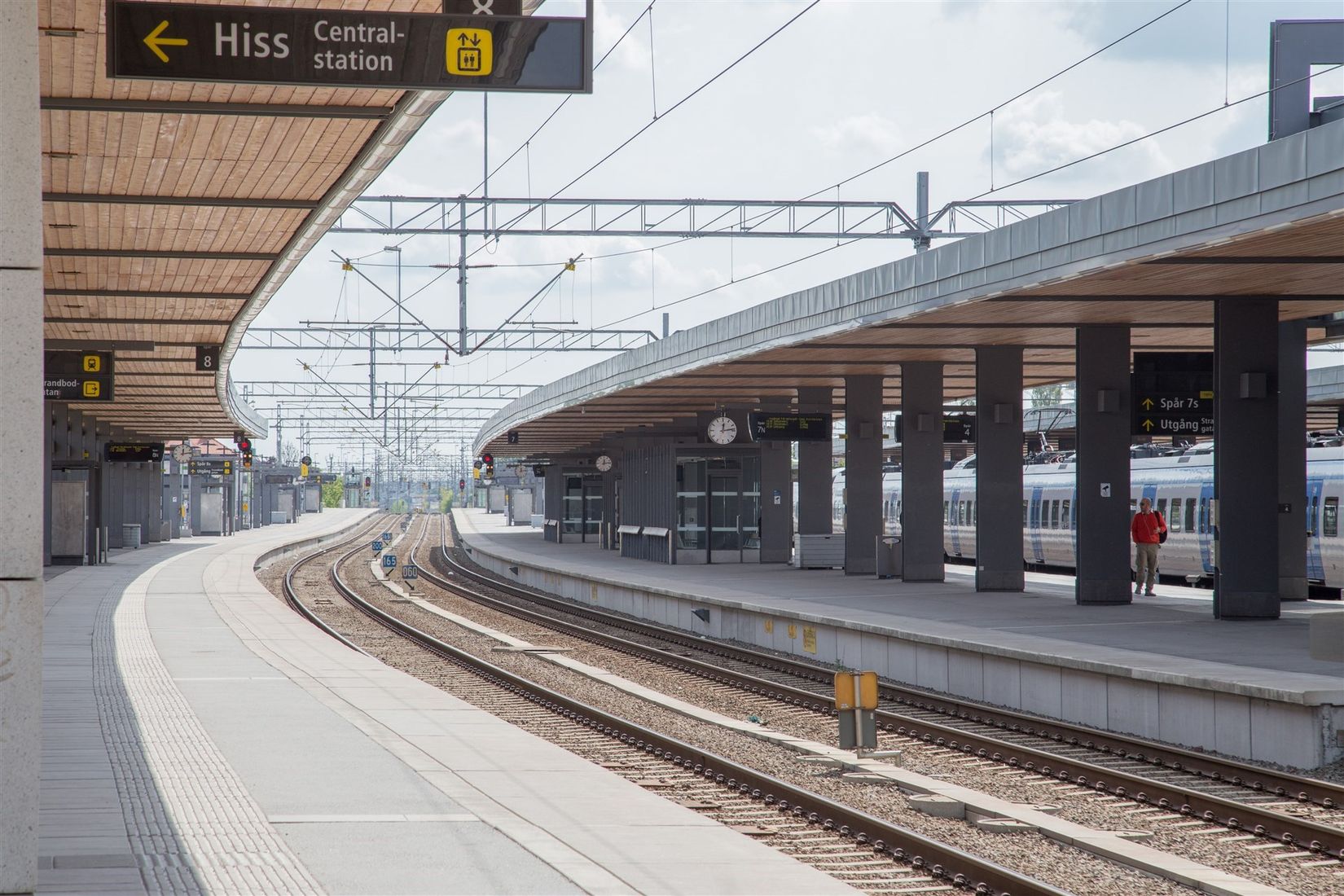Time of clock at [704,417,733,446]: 12:13
